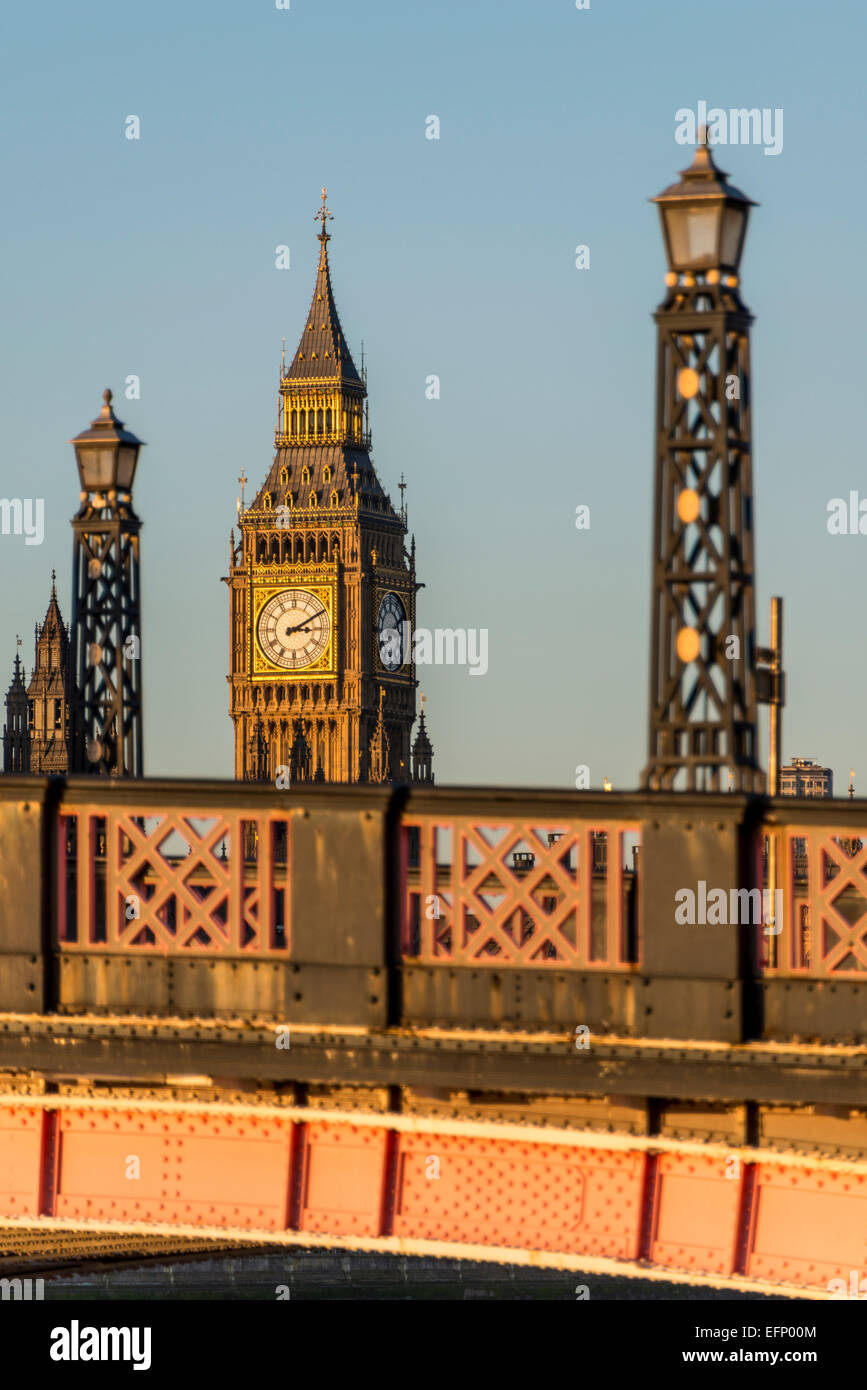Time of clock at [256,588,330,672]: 3:10
